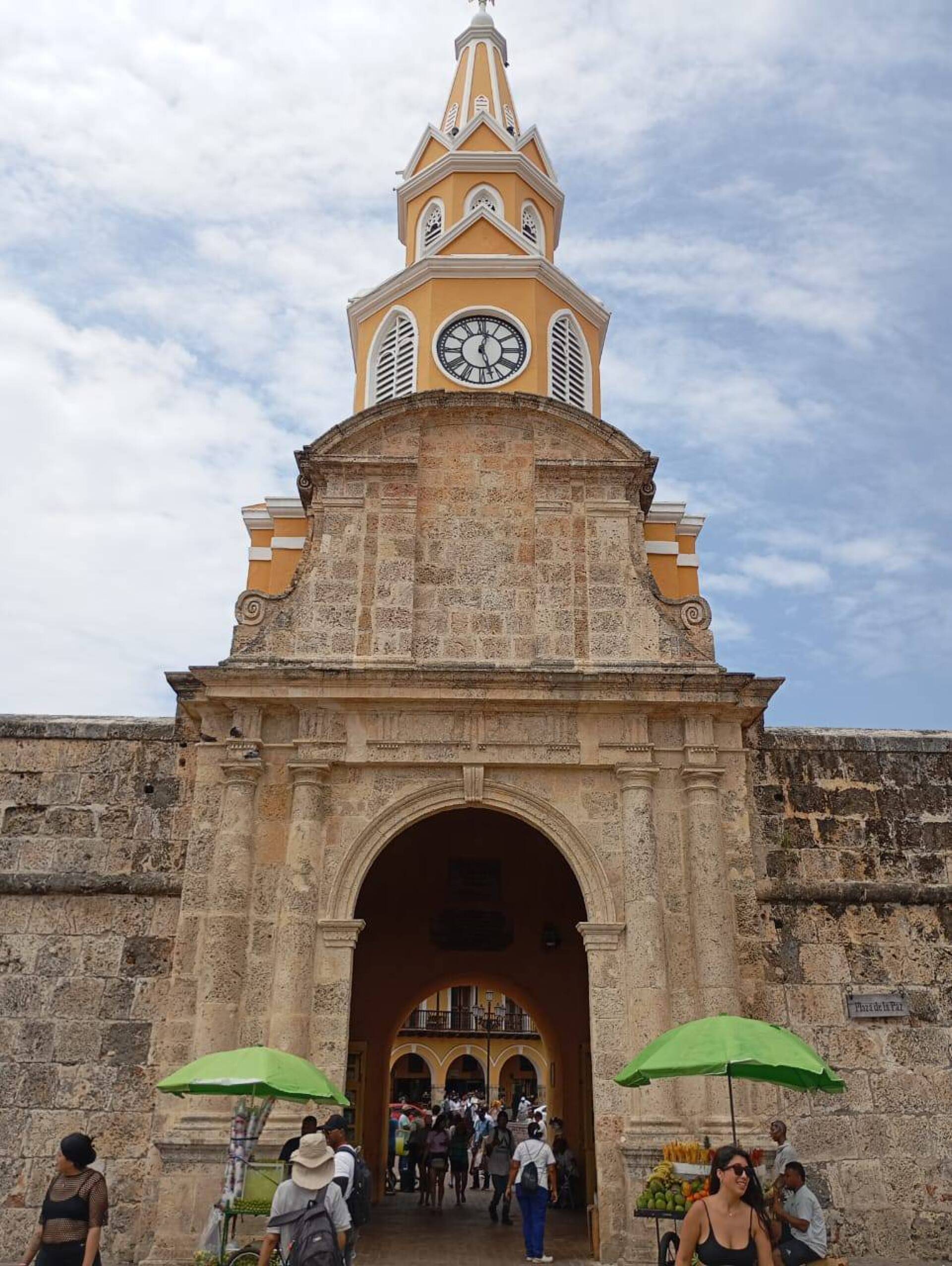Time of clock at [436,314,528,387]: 12:26
